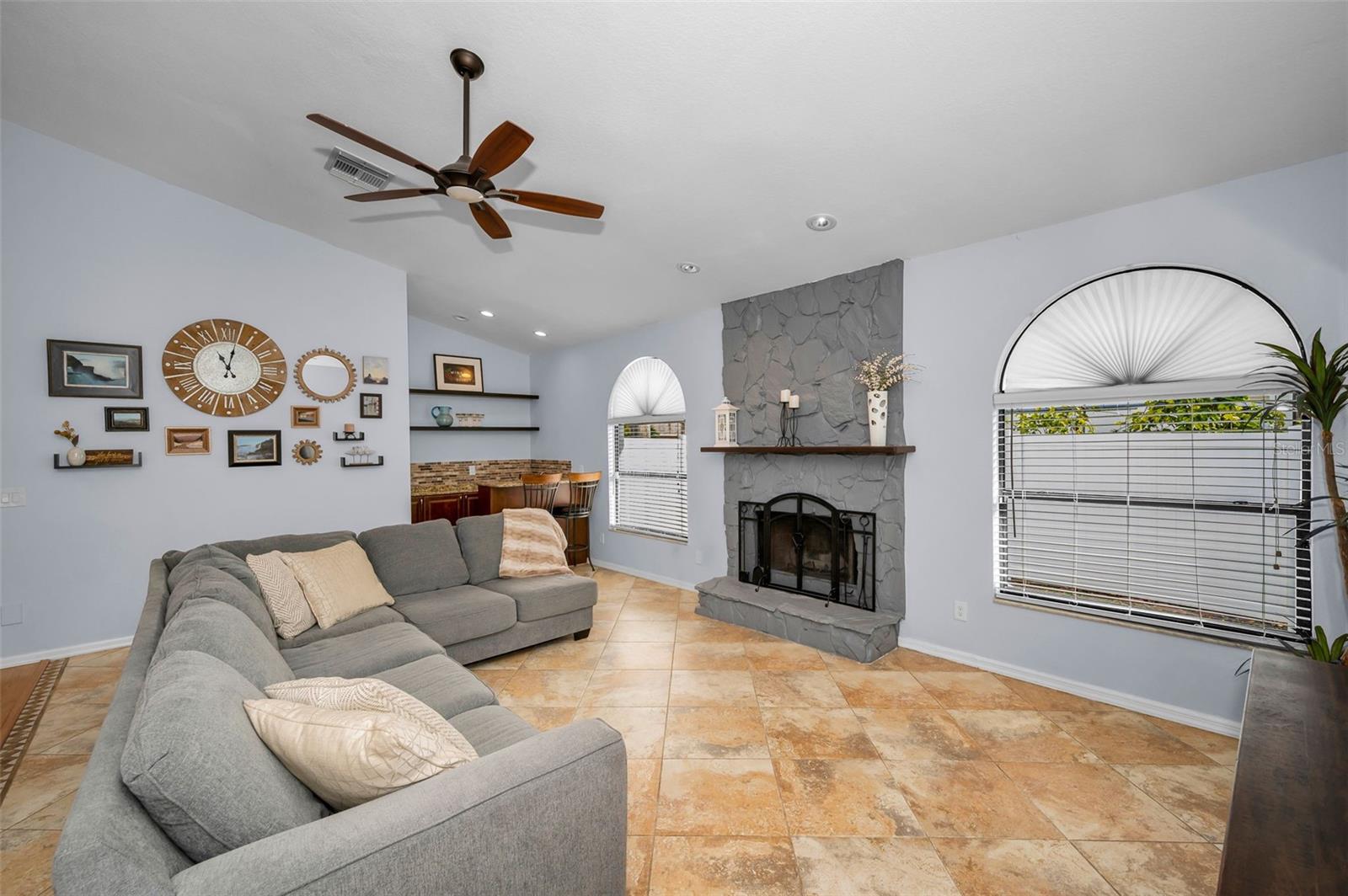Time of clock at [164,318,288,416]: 11:02
